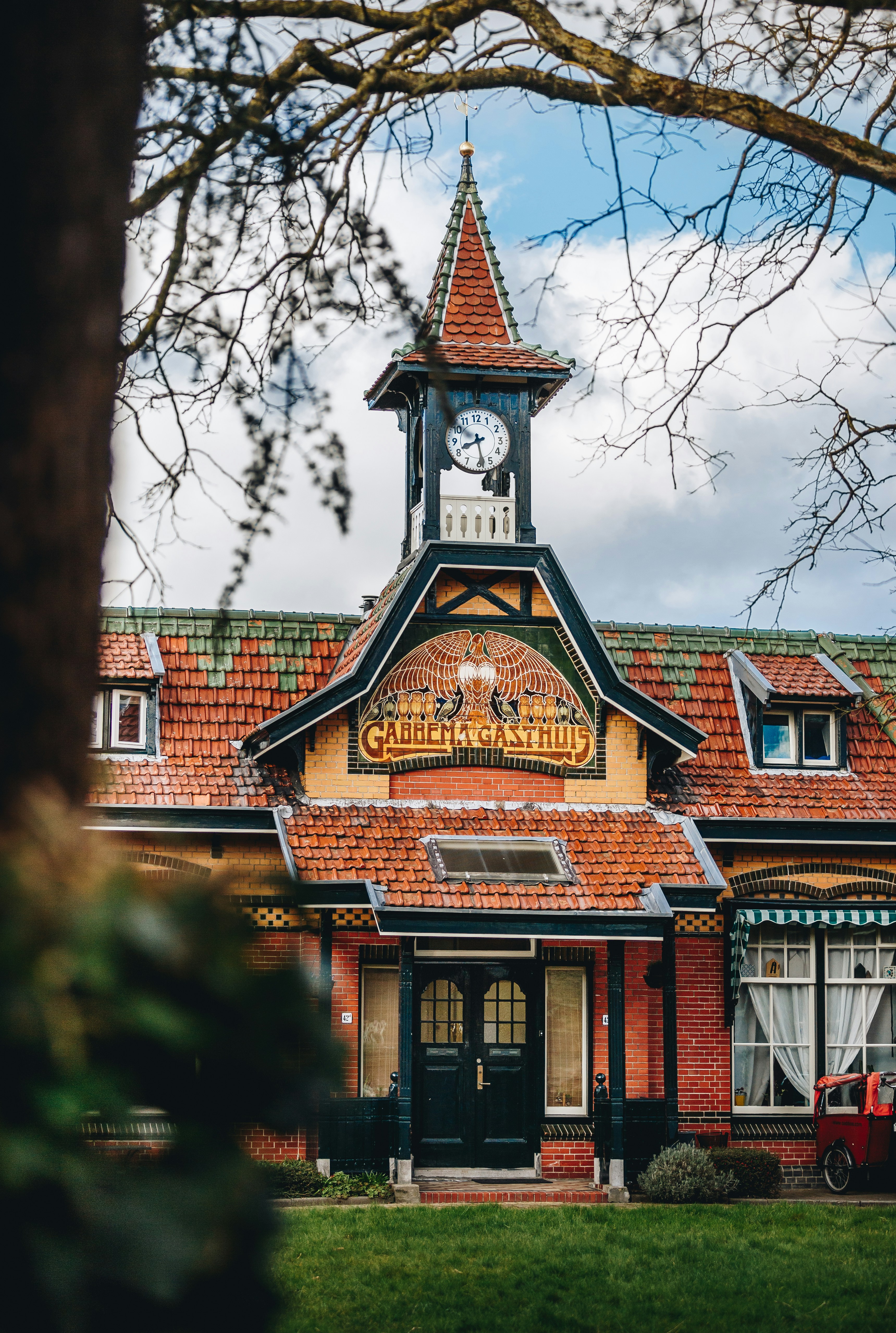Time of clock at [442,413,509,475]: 8:28
